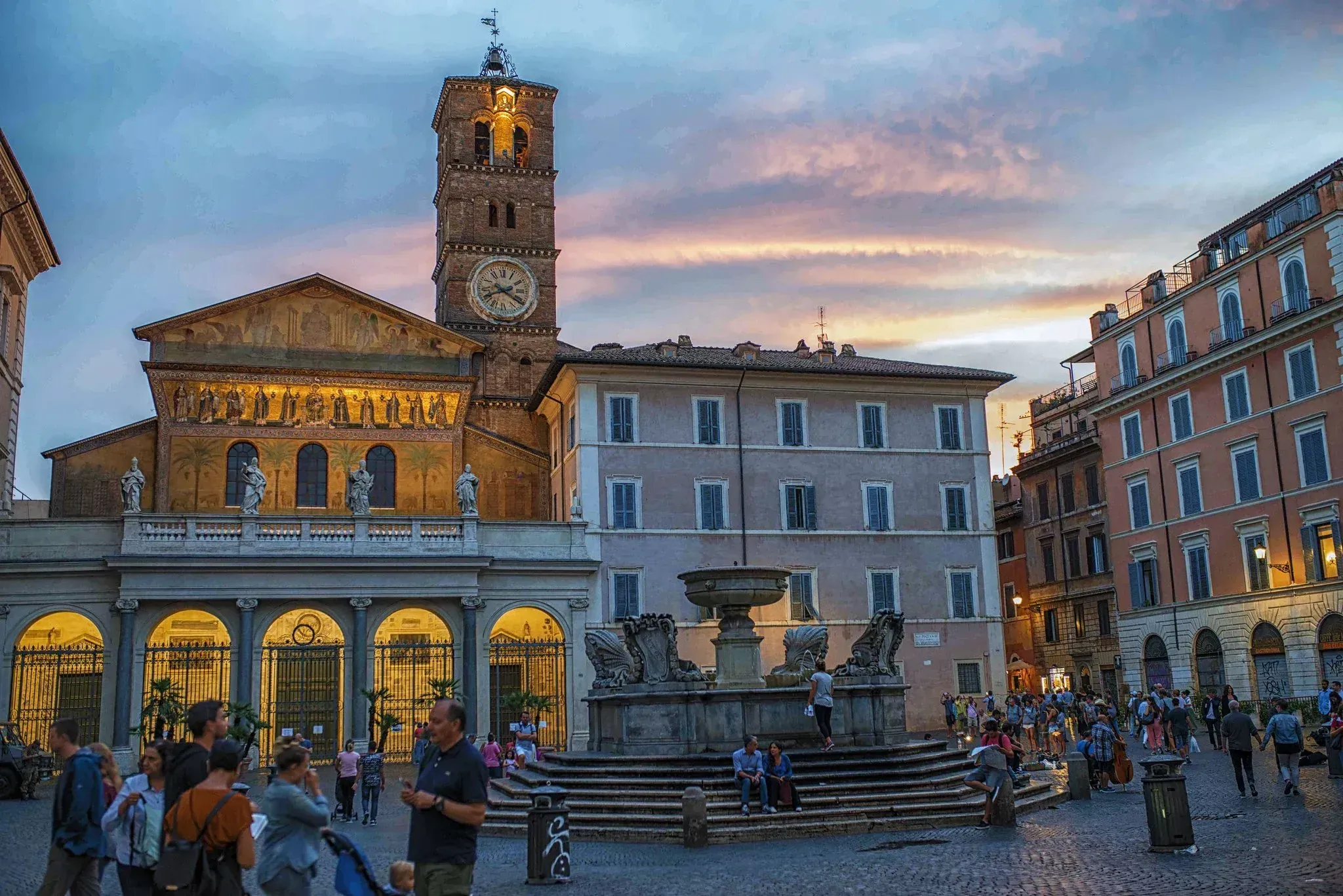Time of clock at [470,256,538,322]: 8:20
